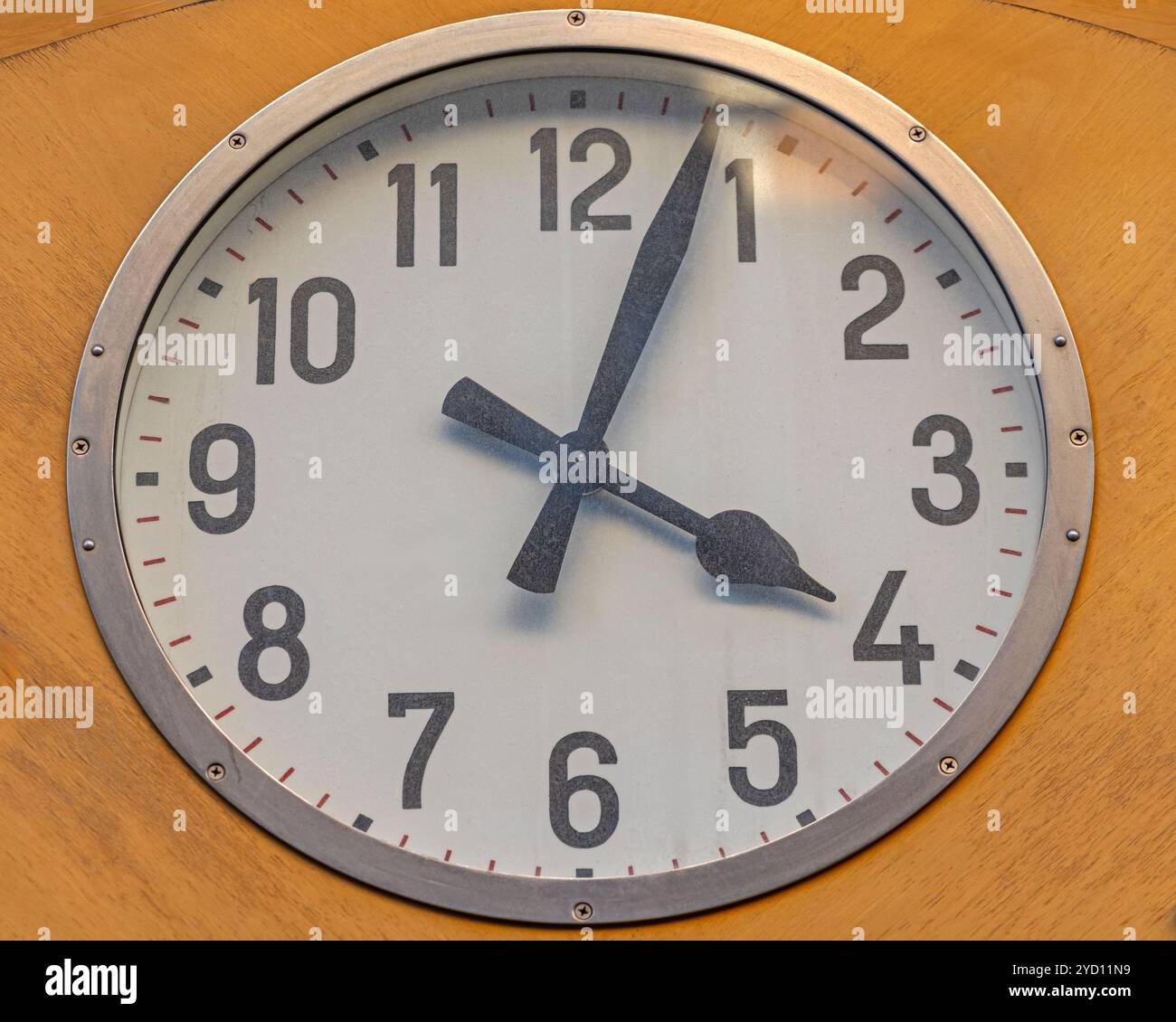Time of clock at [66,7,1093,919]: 4:03
